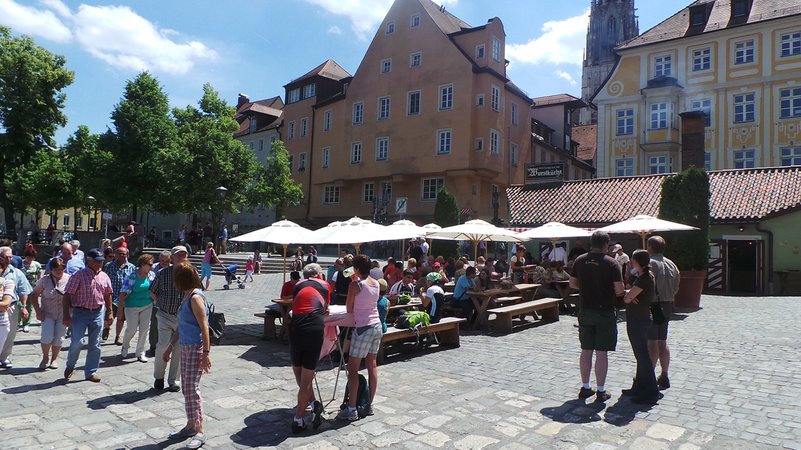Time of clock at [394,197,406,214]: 1:37
